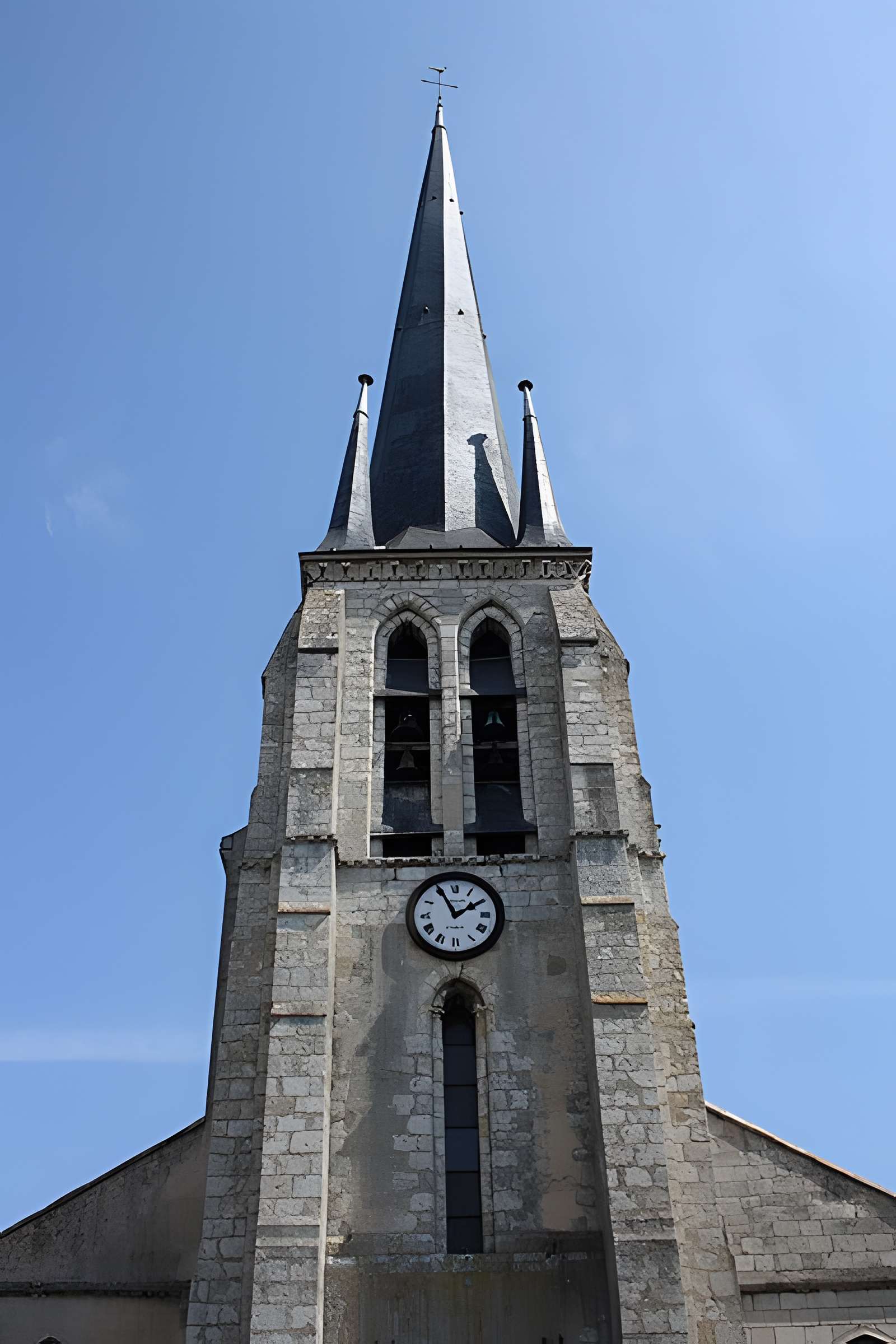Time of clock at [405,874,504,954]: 1:55
